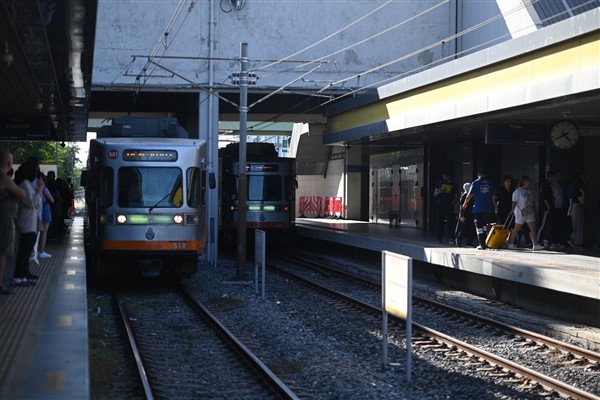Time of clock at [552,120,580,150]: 4:41
